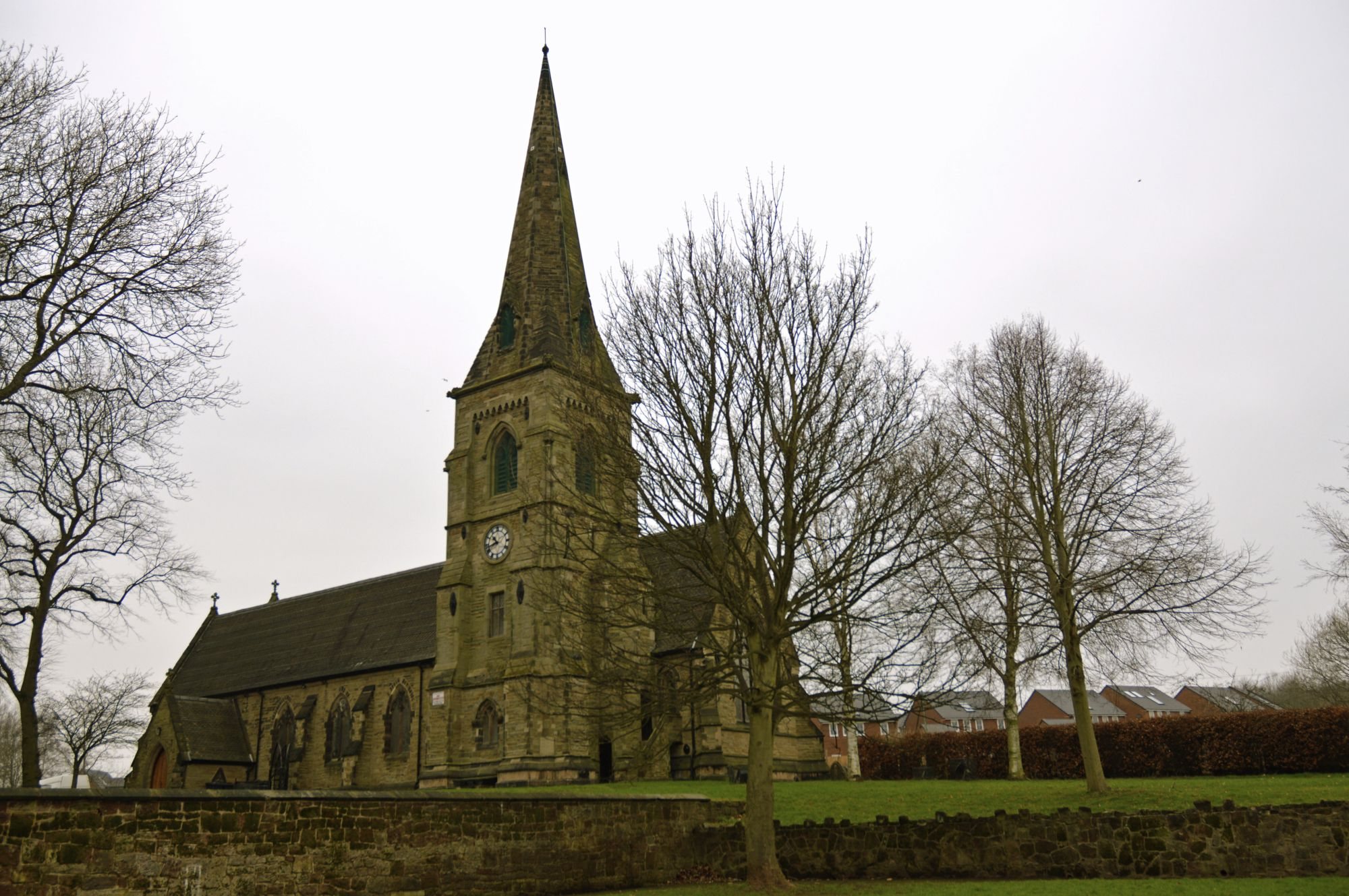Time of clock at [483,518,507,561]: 10:42
